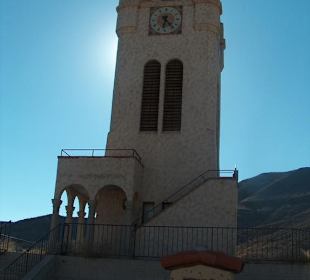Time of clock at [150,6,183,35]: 6:23
